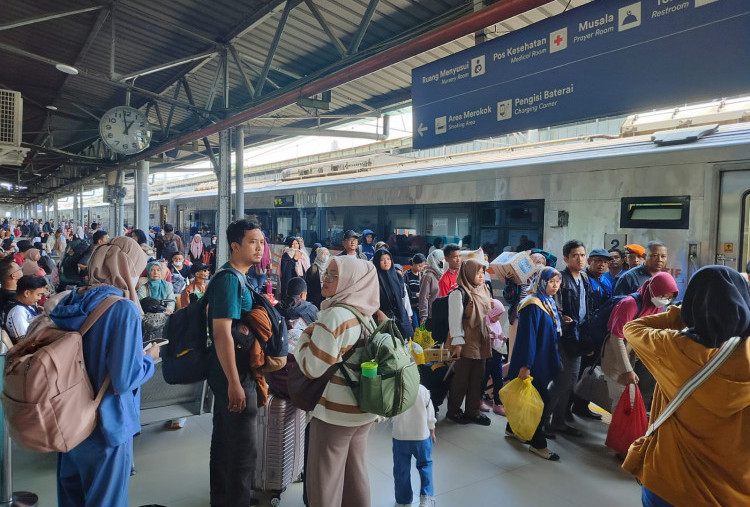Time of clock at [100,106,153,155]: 12:58
